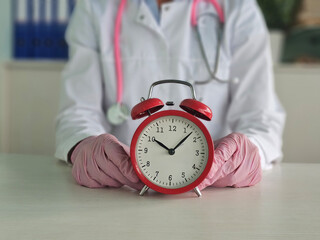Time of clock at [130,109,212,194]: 10:07
